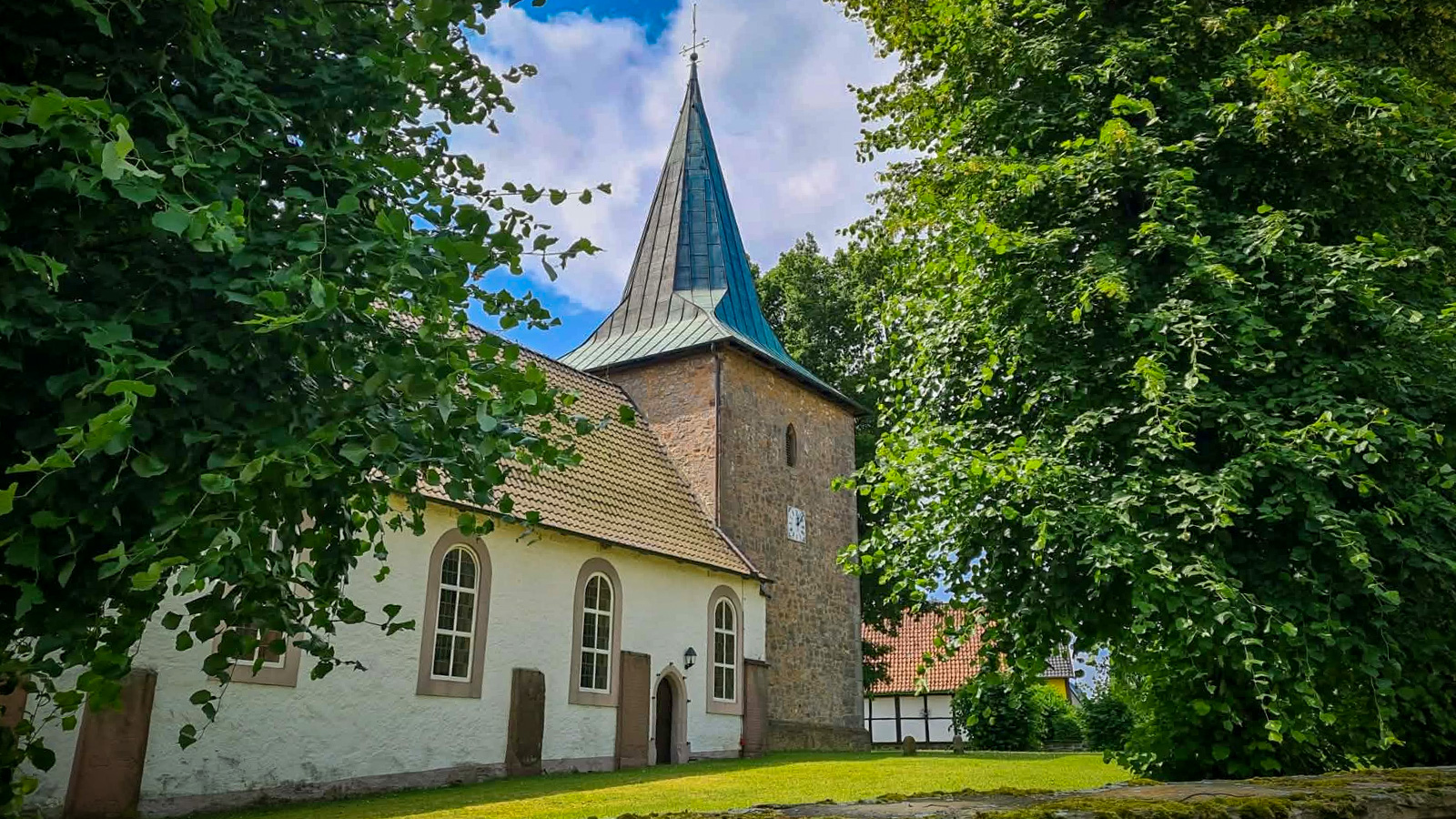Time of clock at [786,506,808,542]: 12:07
